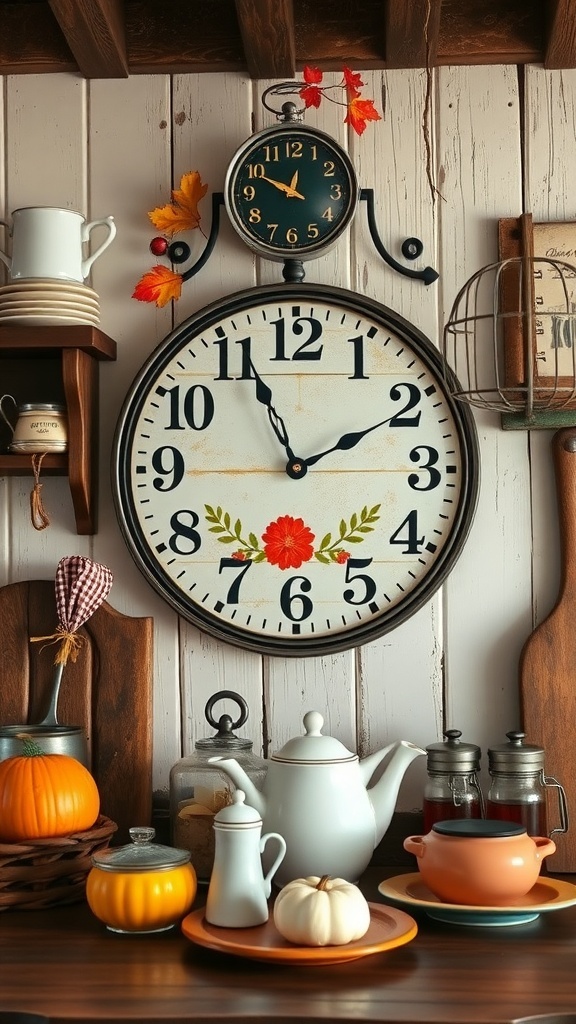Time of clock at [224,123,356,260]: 12:49
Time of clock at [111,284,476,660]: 1:56
